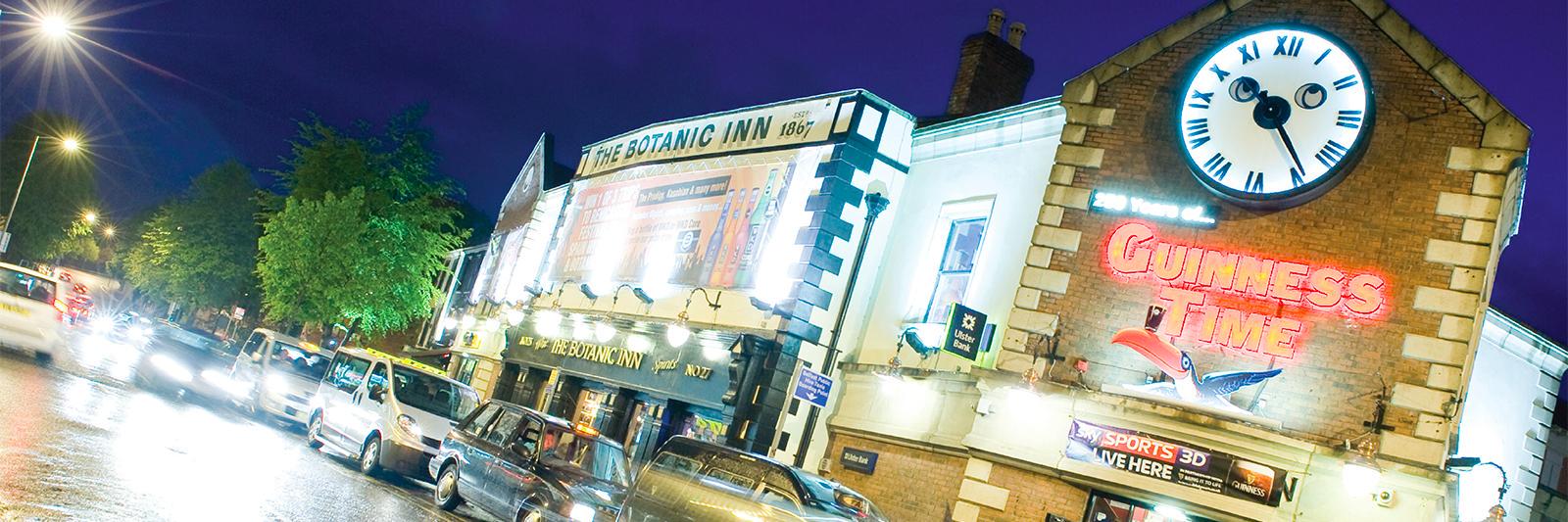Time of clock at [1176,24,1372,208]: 10:23
